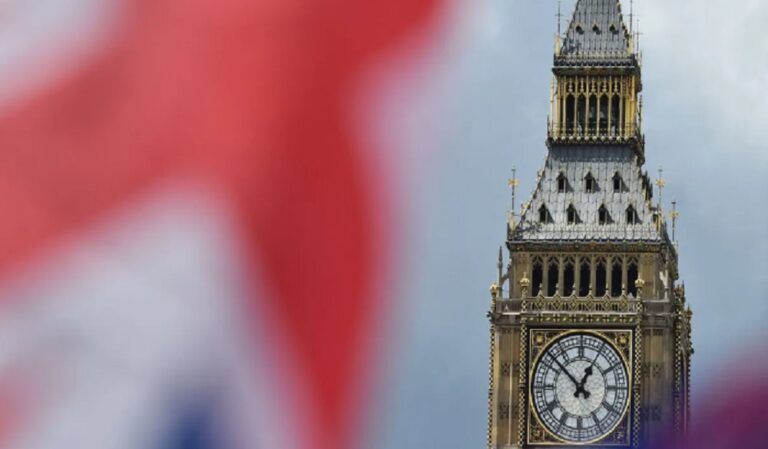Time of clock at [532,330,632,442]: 12:52
